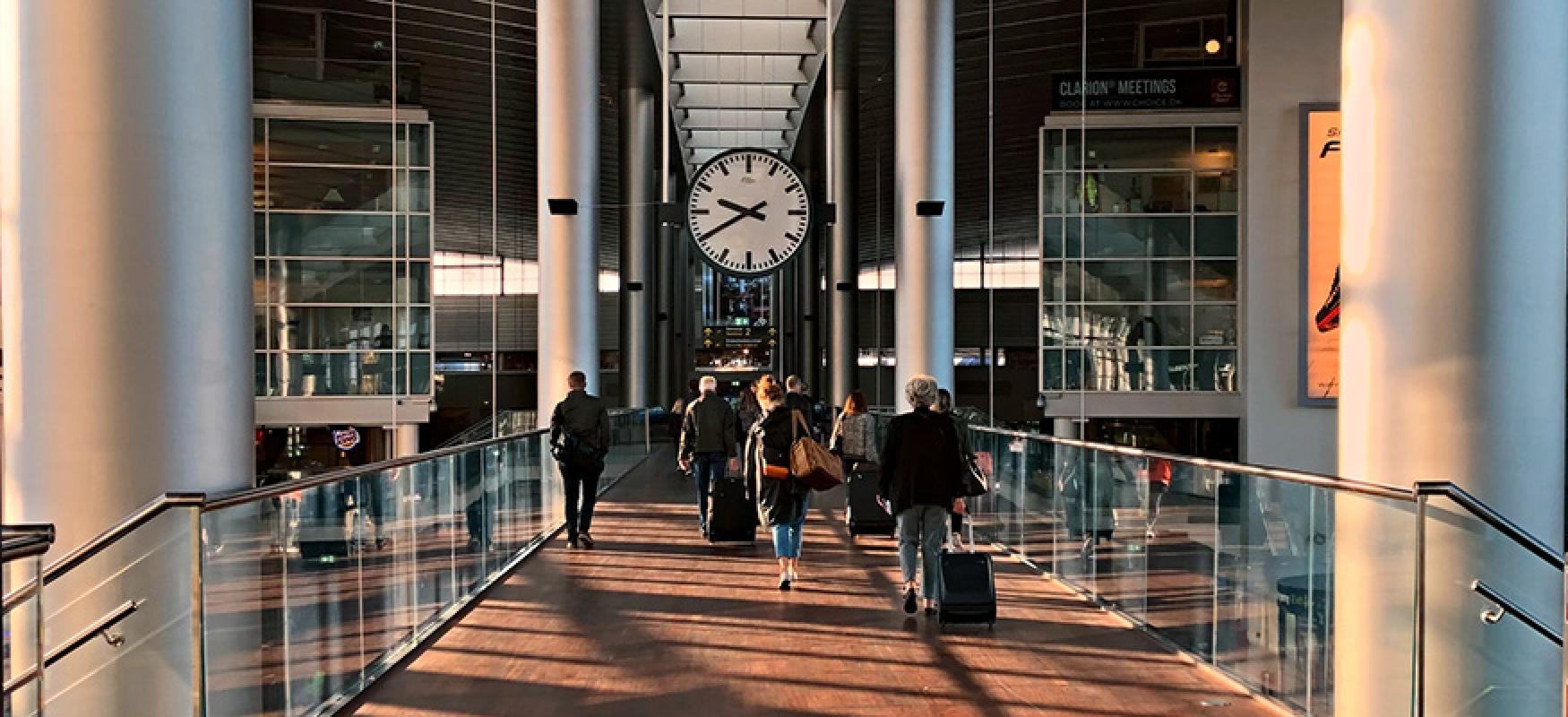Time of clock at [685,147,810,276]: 9:40
